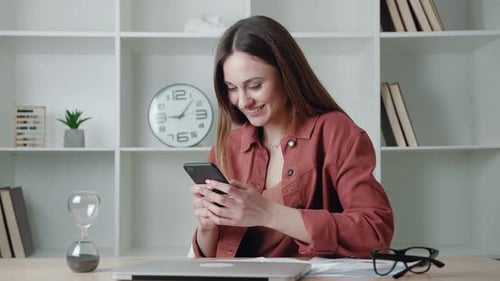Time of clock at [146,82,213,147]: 9:06
